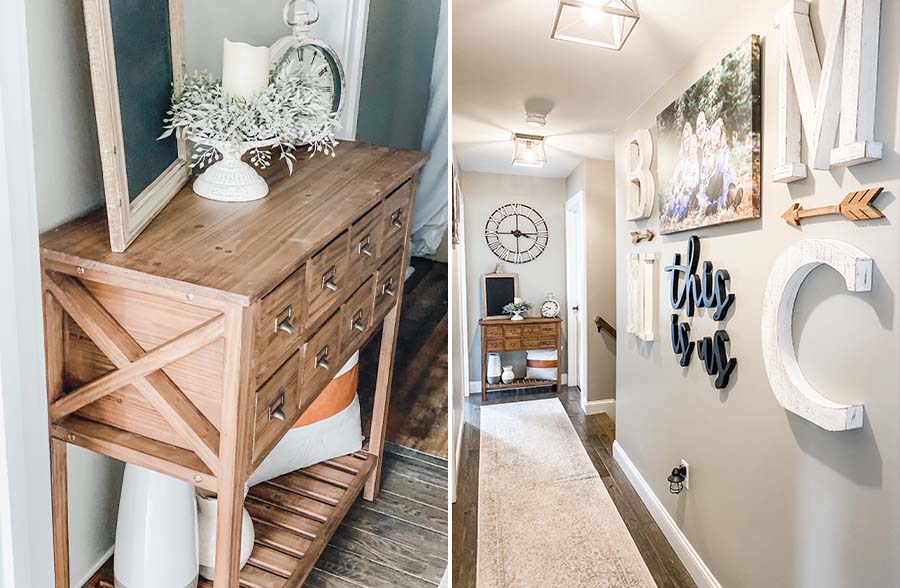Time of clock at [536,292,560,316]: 9:41
